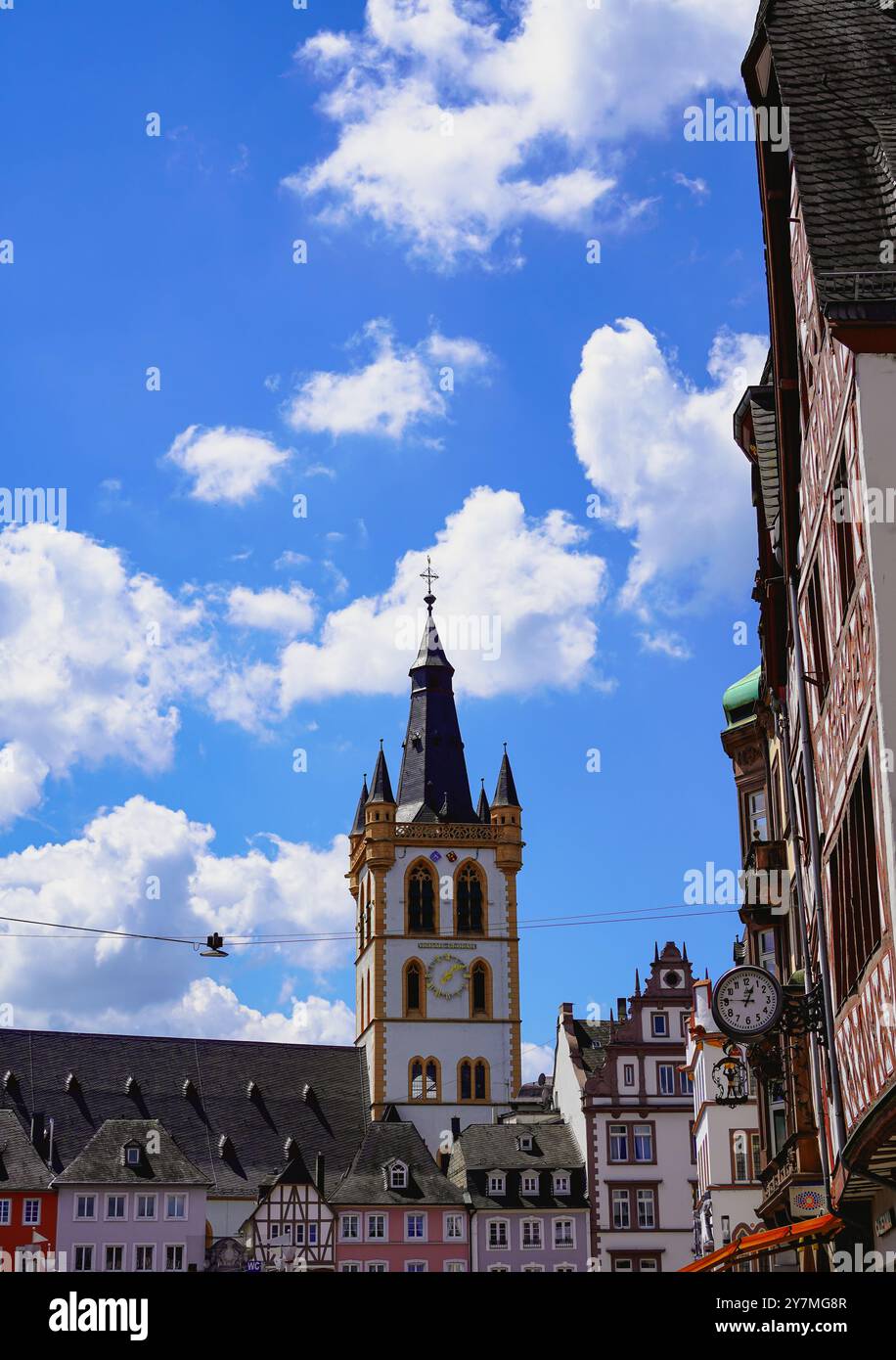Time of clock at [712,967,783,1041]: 12:45
